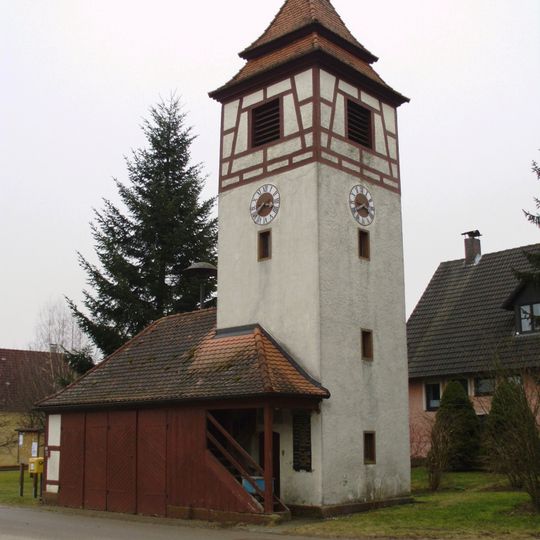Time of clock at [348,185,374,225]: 3:40
